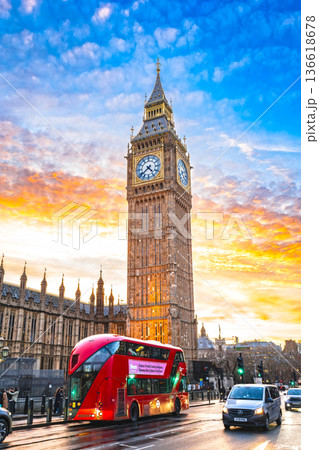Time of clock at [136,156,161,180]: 4:38
